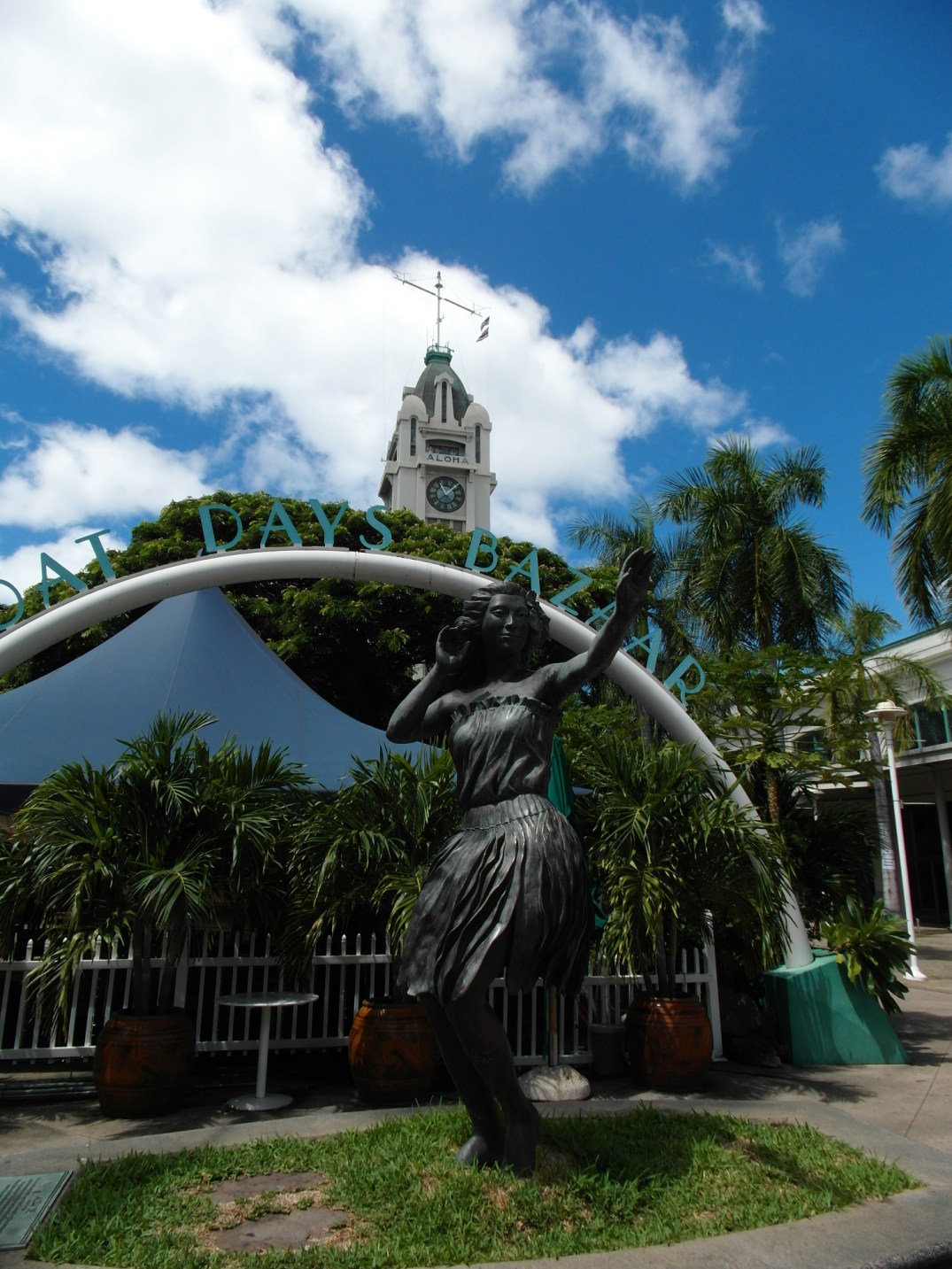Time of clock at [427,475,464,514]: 11:07
